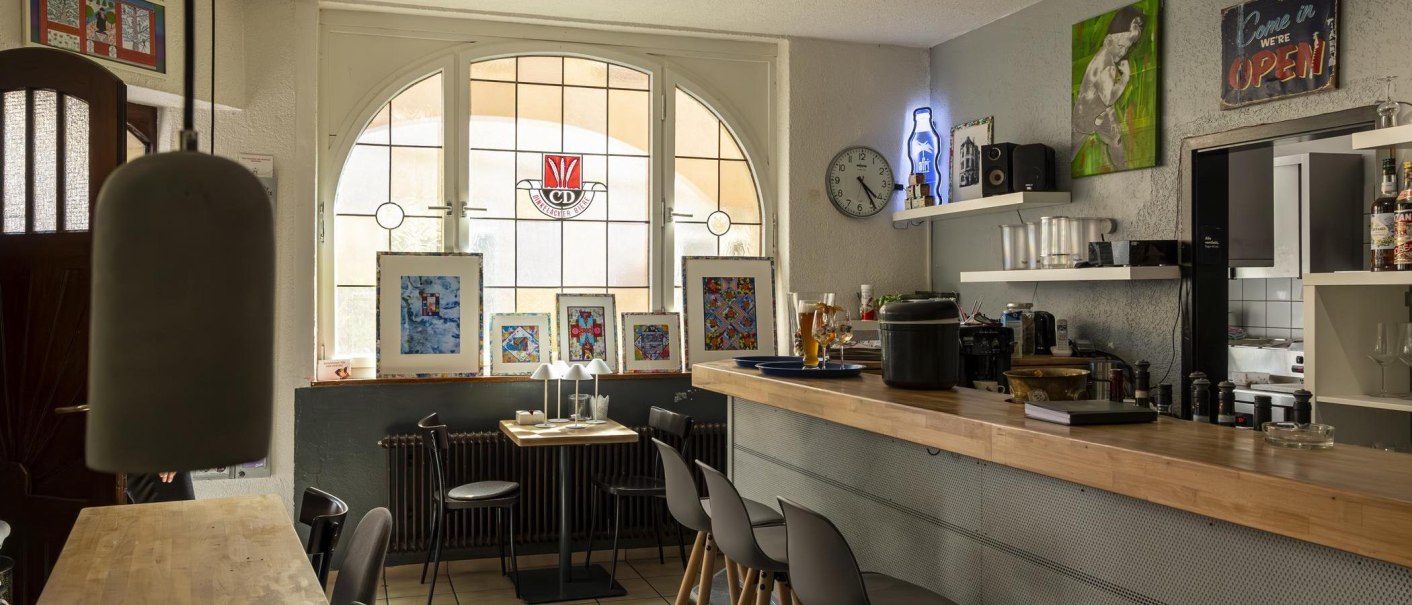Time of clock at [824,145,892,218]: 4:24
